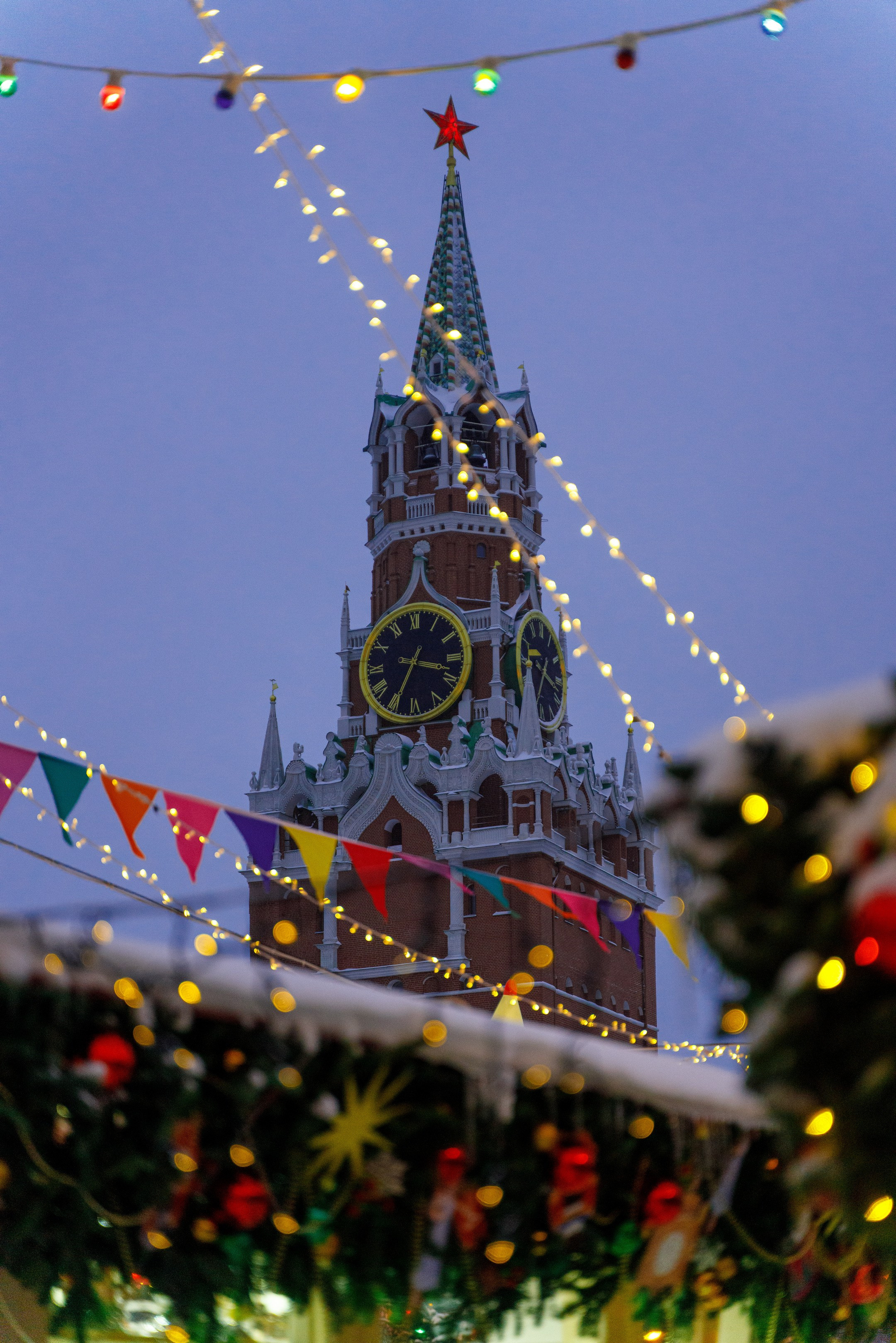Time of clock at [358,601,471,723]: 3:34
